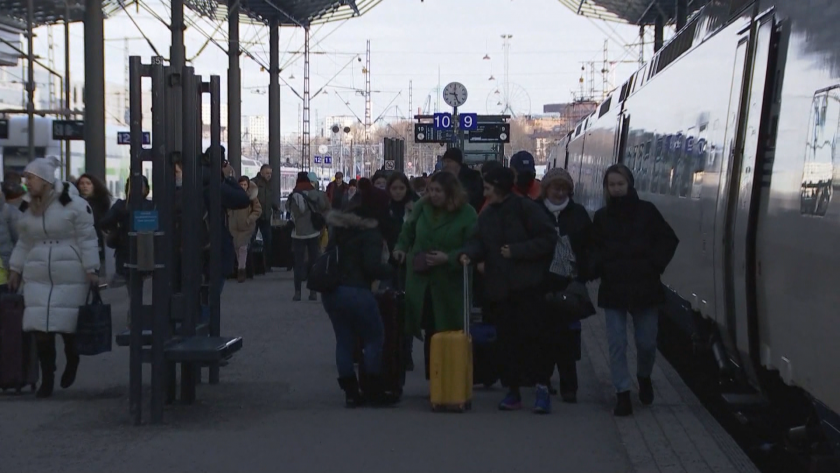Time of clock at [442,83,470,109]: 9:26
